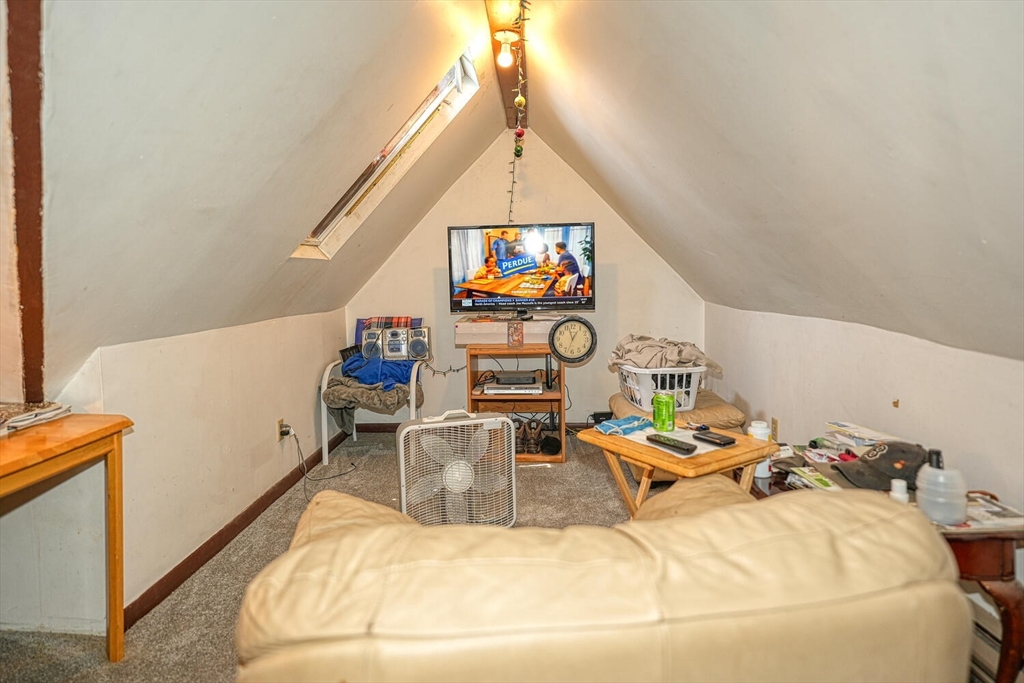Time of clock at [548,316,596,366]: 12:57
